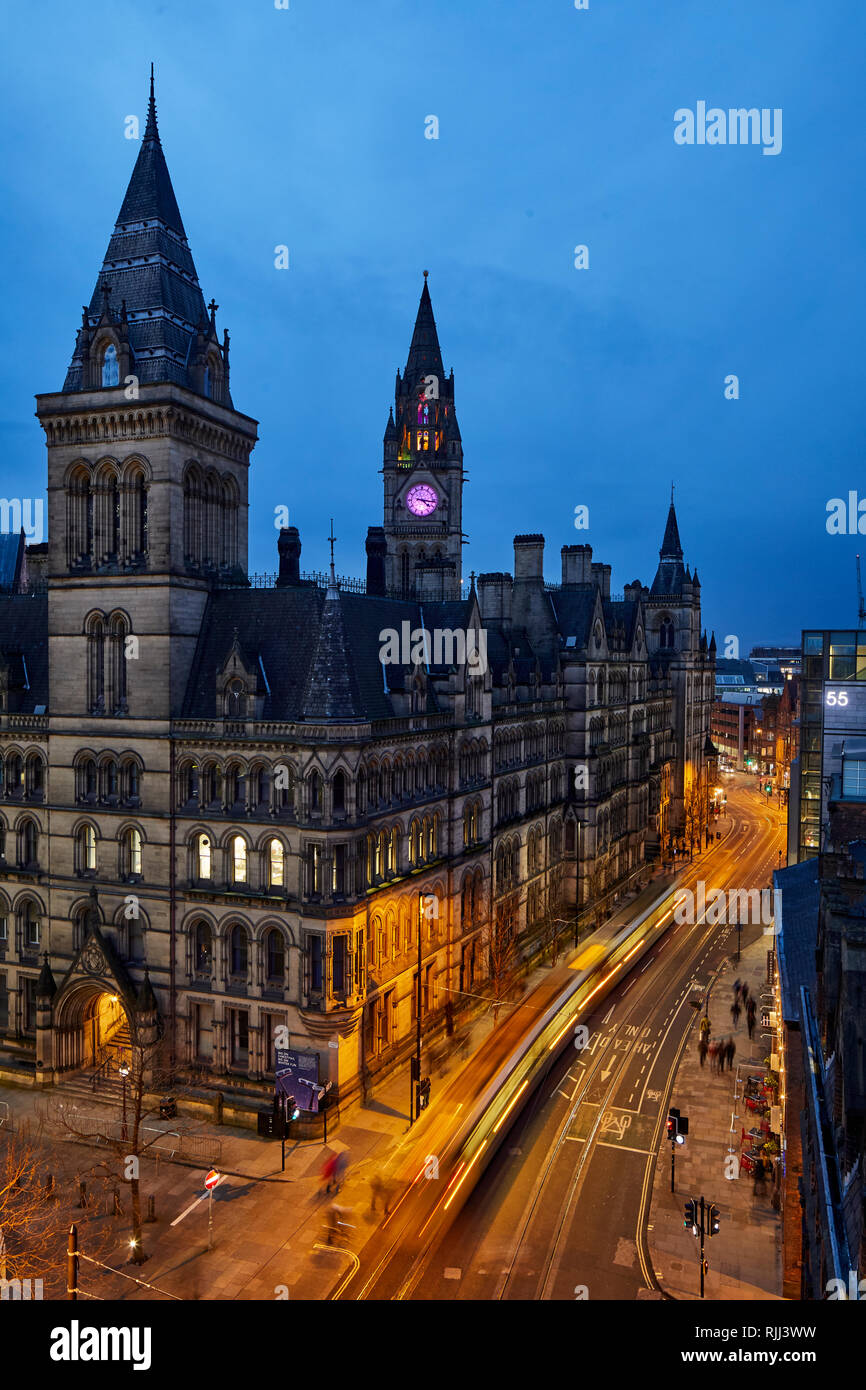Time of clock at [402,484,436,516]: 4:16
